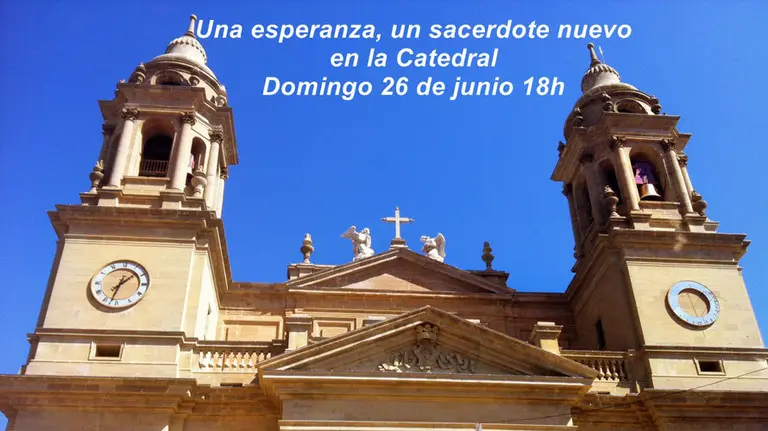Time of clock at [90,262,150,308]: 1:32
